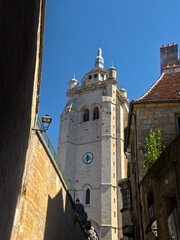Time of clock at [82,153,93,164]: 11:32
